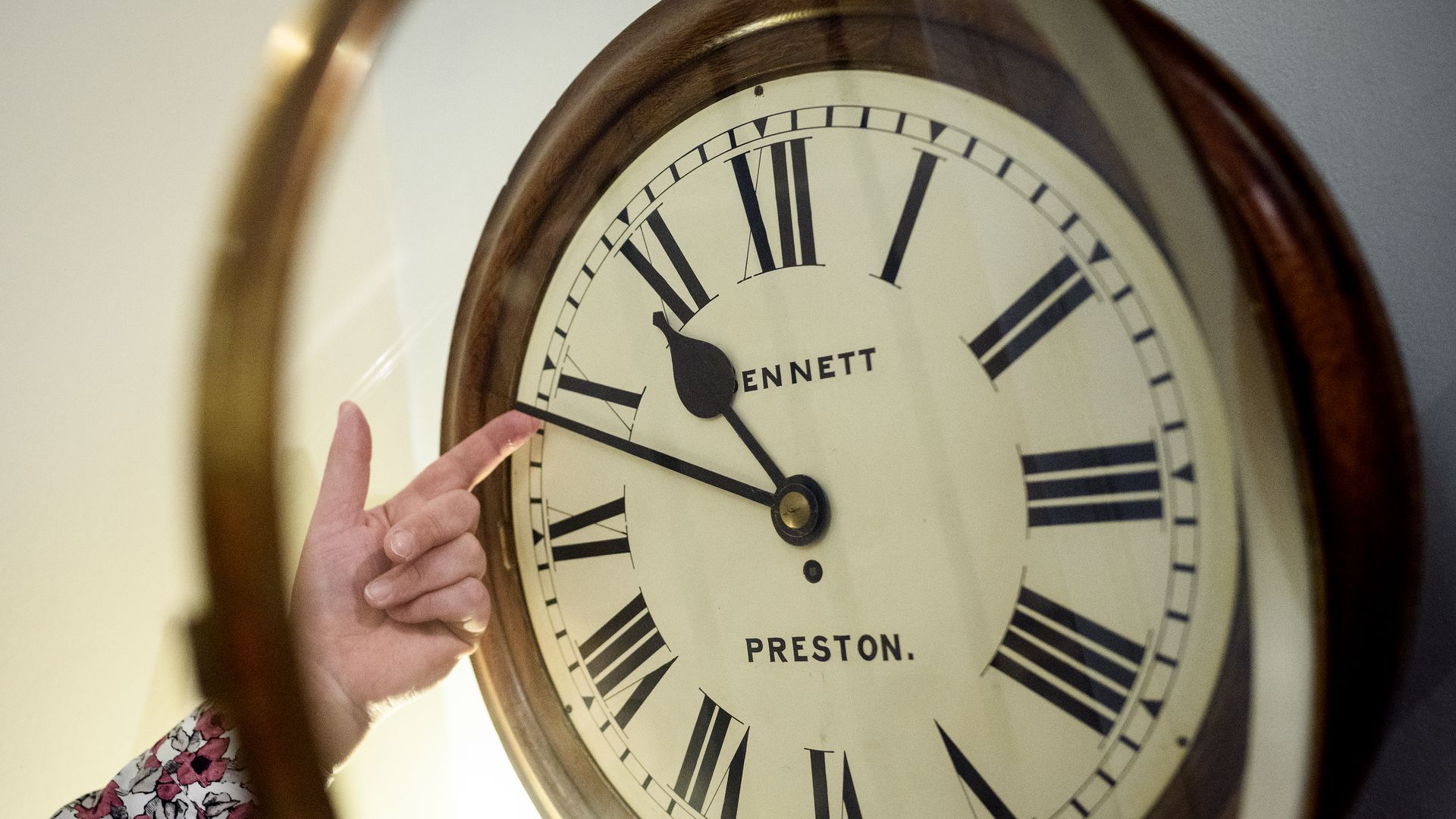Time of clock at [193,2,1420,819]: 10:48
